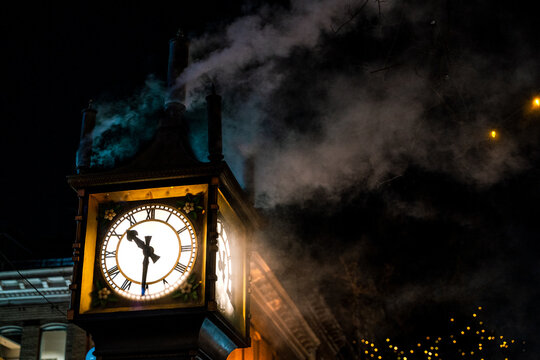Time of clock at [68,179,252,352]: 10:30
